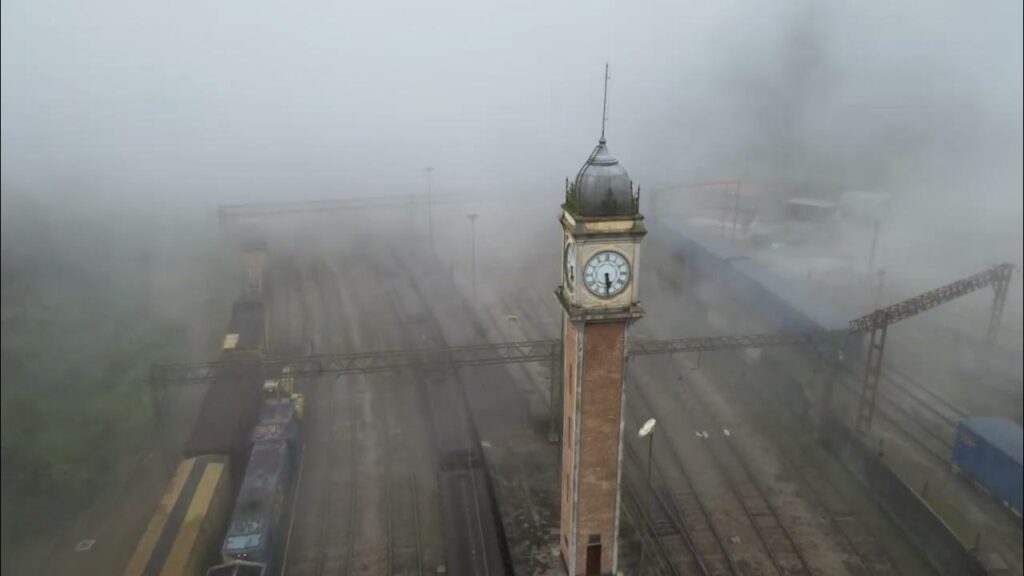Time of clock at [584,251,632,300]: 5:29
